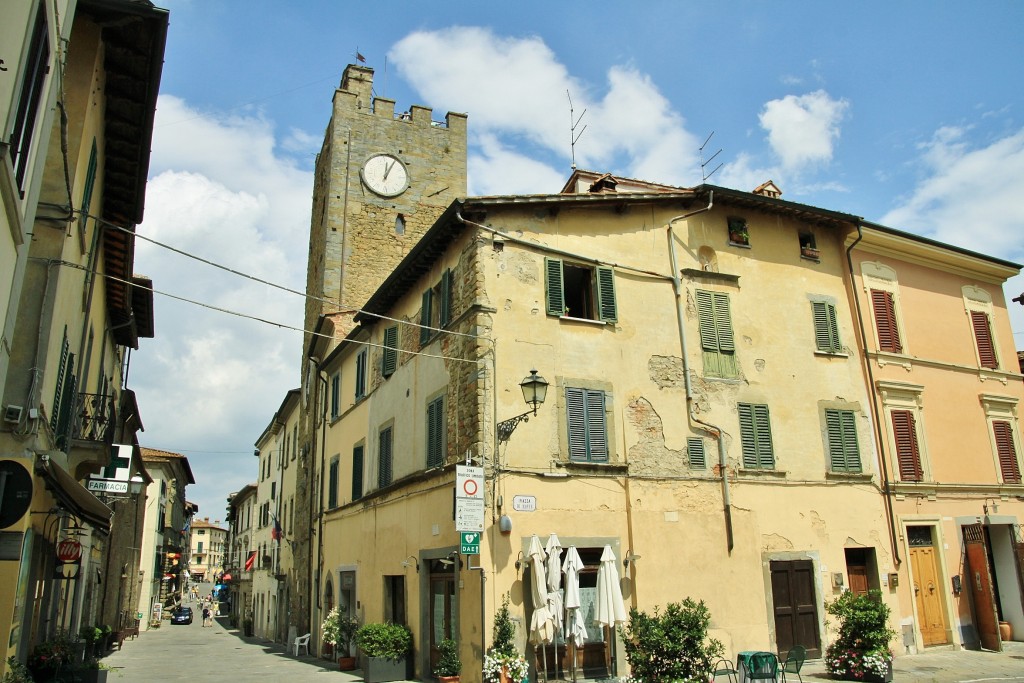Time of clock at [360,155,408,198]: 12:04
